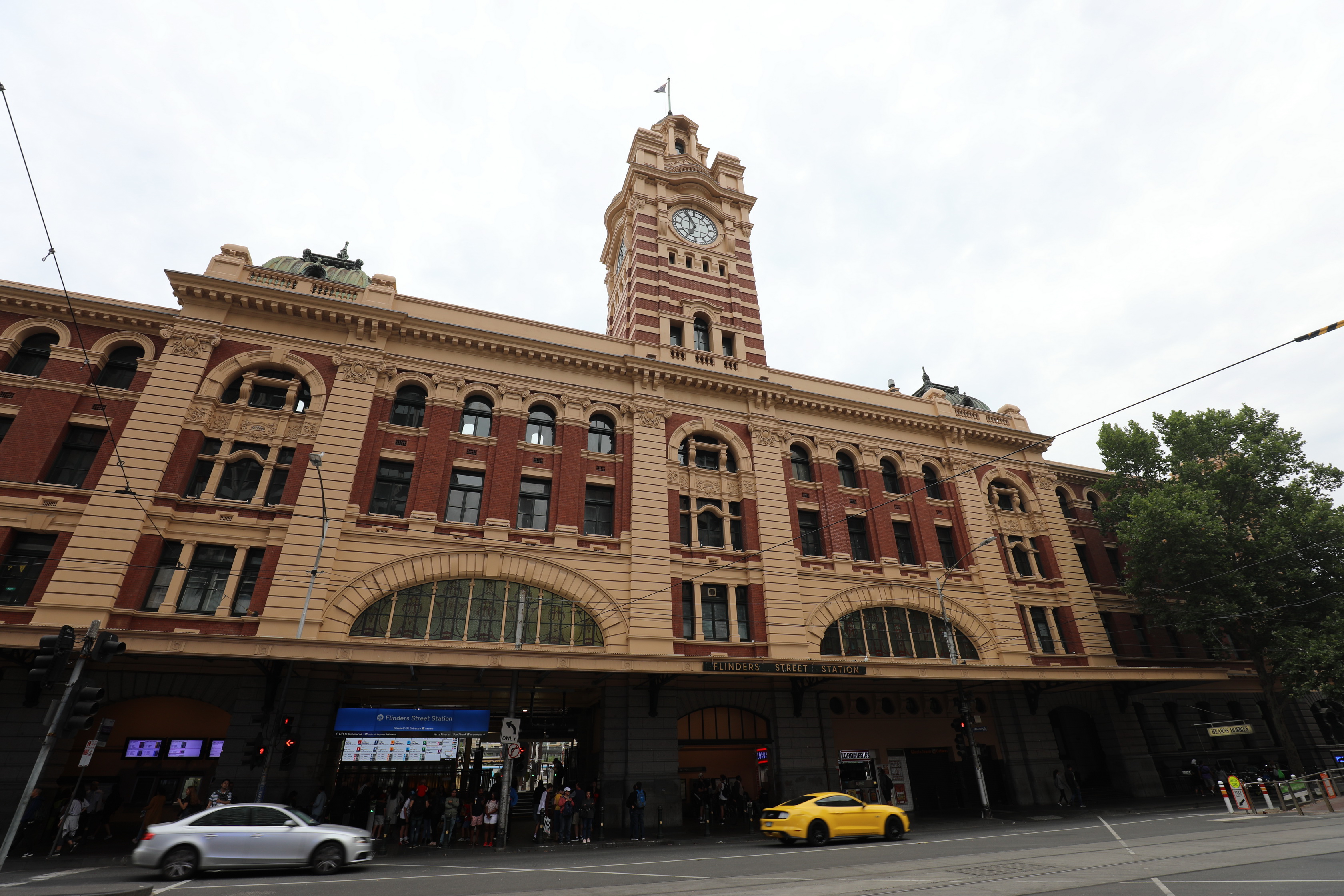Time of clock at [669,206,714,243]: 6:55
